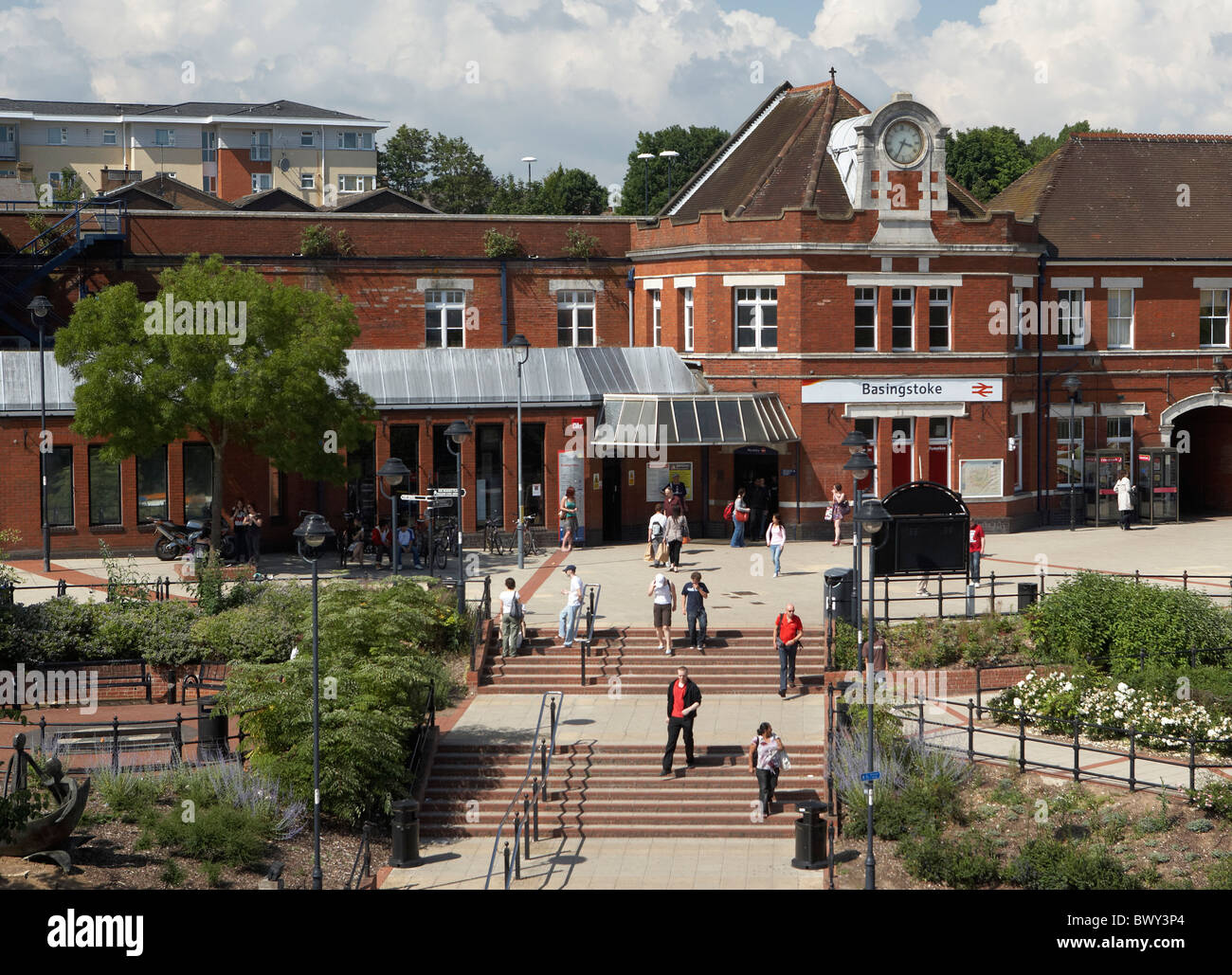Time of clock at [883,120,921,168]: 3:34
